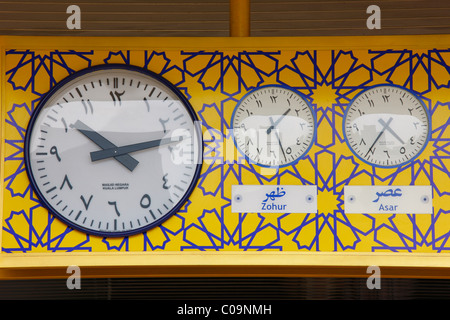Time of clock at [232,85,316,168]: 1:26
